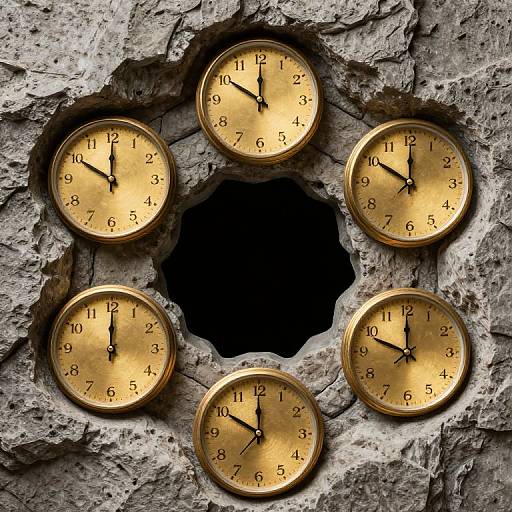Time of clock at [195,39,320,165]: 10:00
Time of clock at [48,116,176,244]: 10:00
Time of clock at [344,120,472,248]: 10:00
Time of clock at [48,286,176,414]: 12:00
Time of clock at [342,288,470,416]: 11:48
